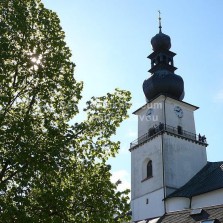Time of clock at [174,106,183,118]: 9:07
